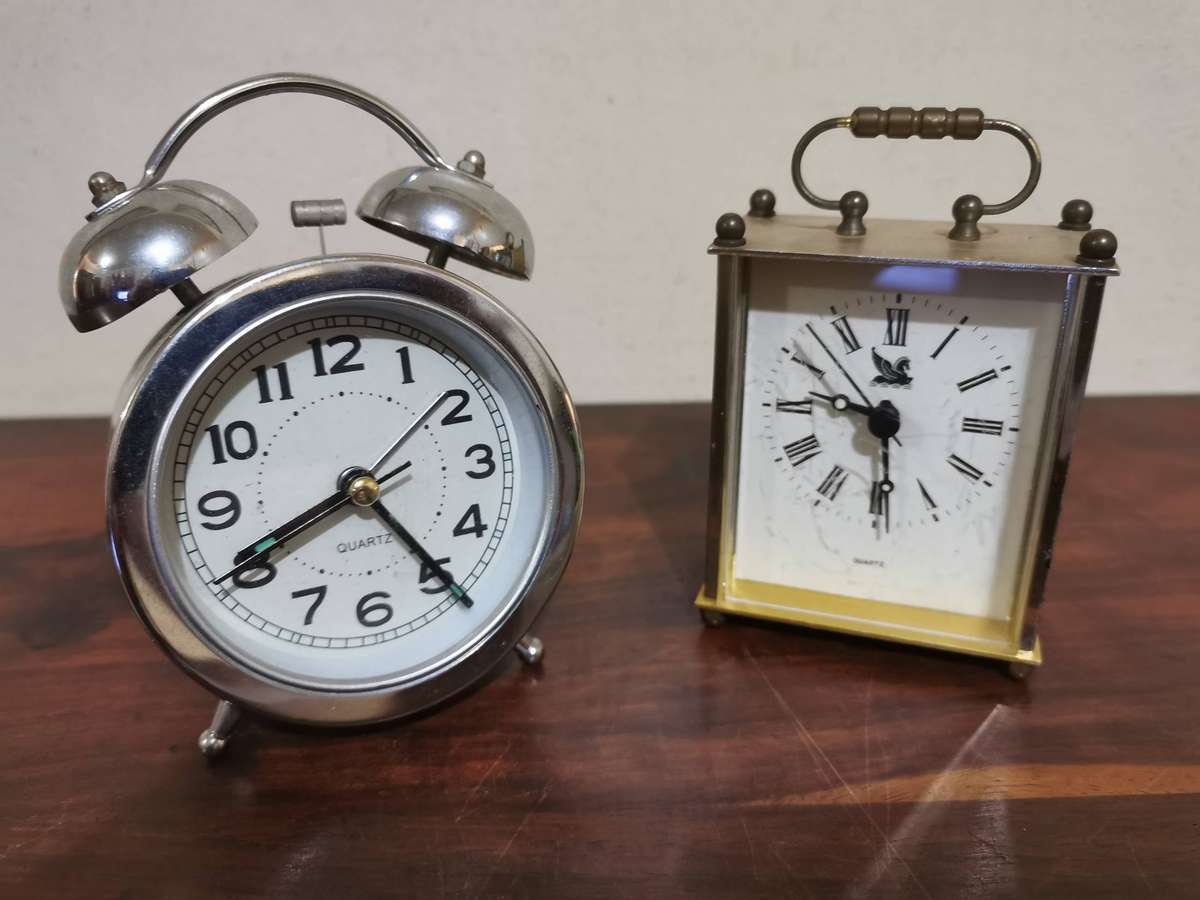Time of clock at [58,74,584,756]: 8:24
